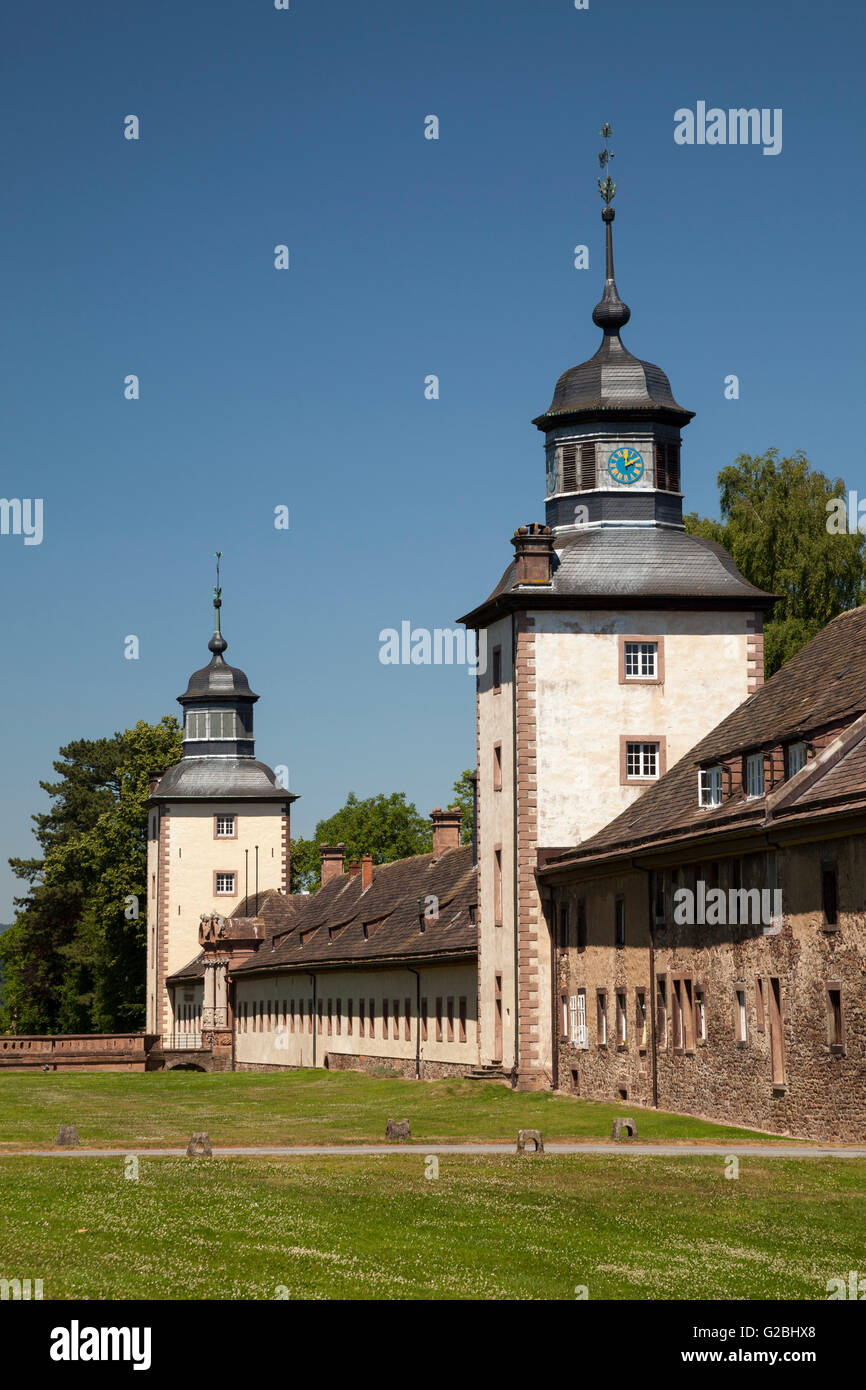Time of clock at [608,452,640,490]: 2:00
